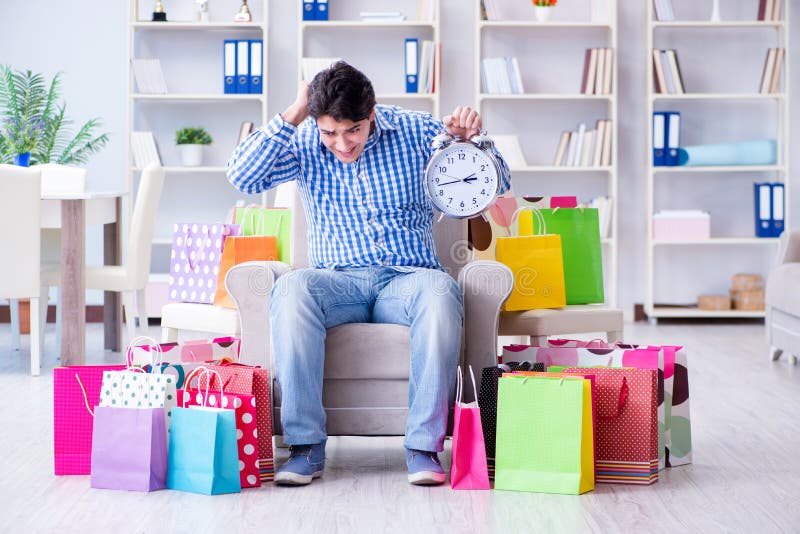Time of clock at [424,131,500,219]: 2:42
